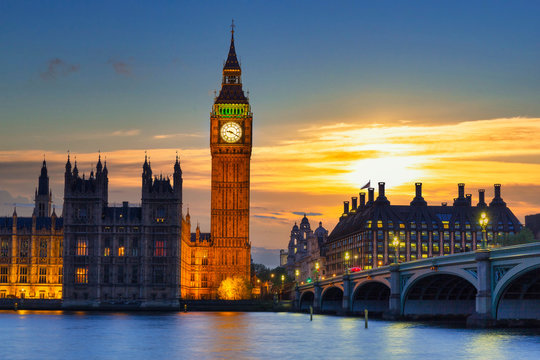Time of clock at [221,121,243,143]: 9:20
